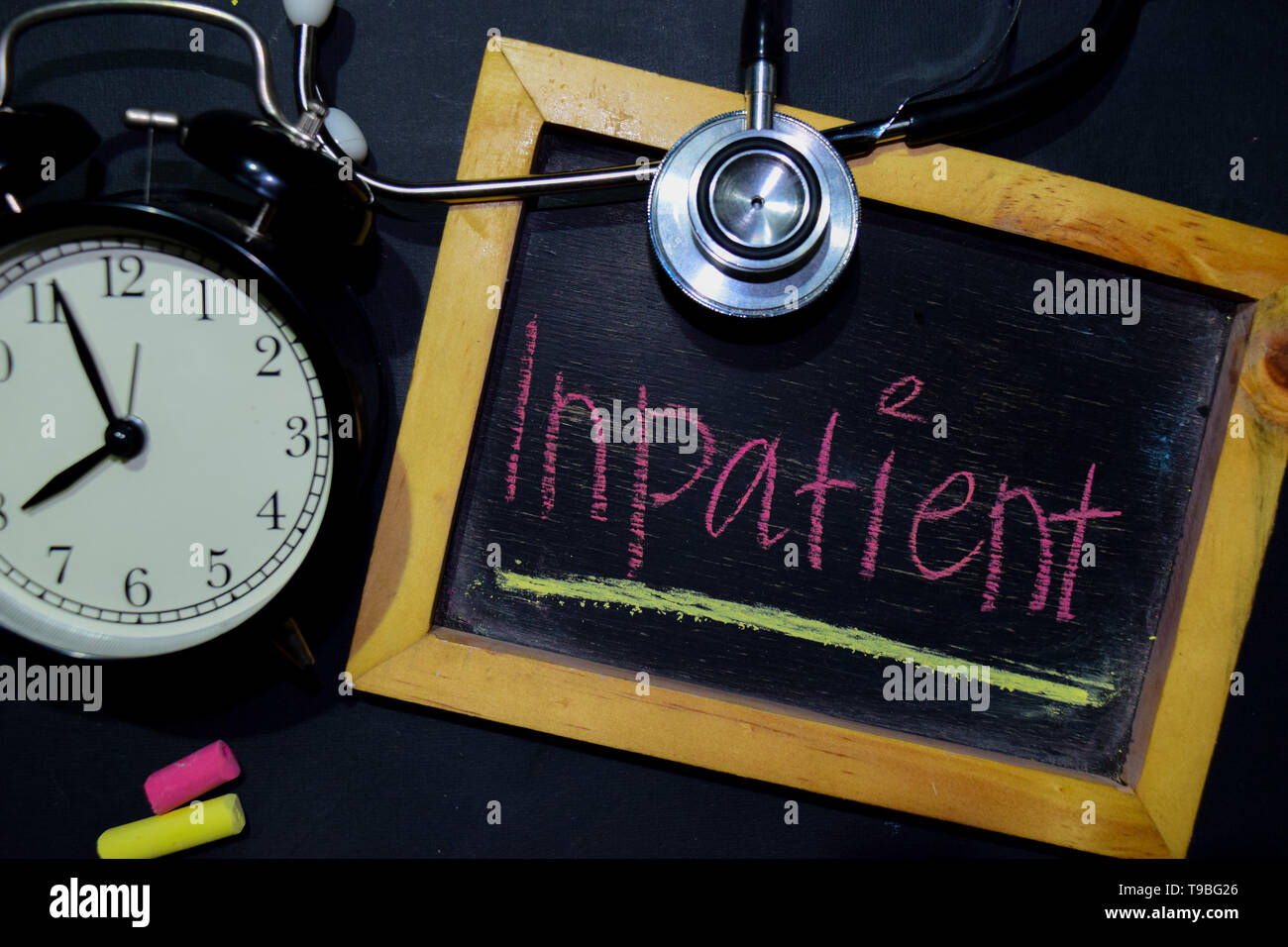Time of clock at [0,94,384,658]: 7:56
